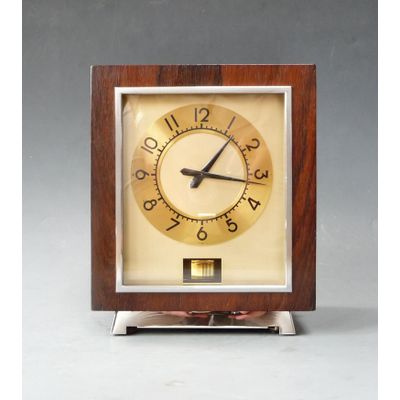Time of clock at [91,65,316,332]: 1:16
